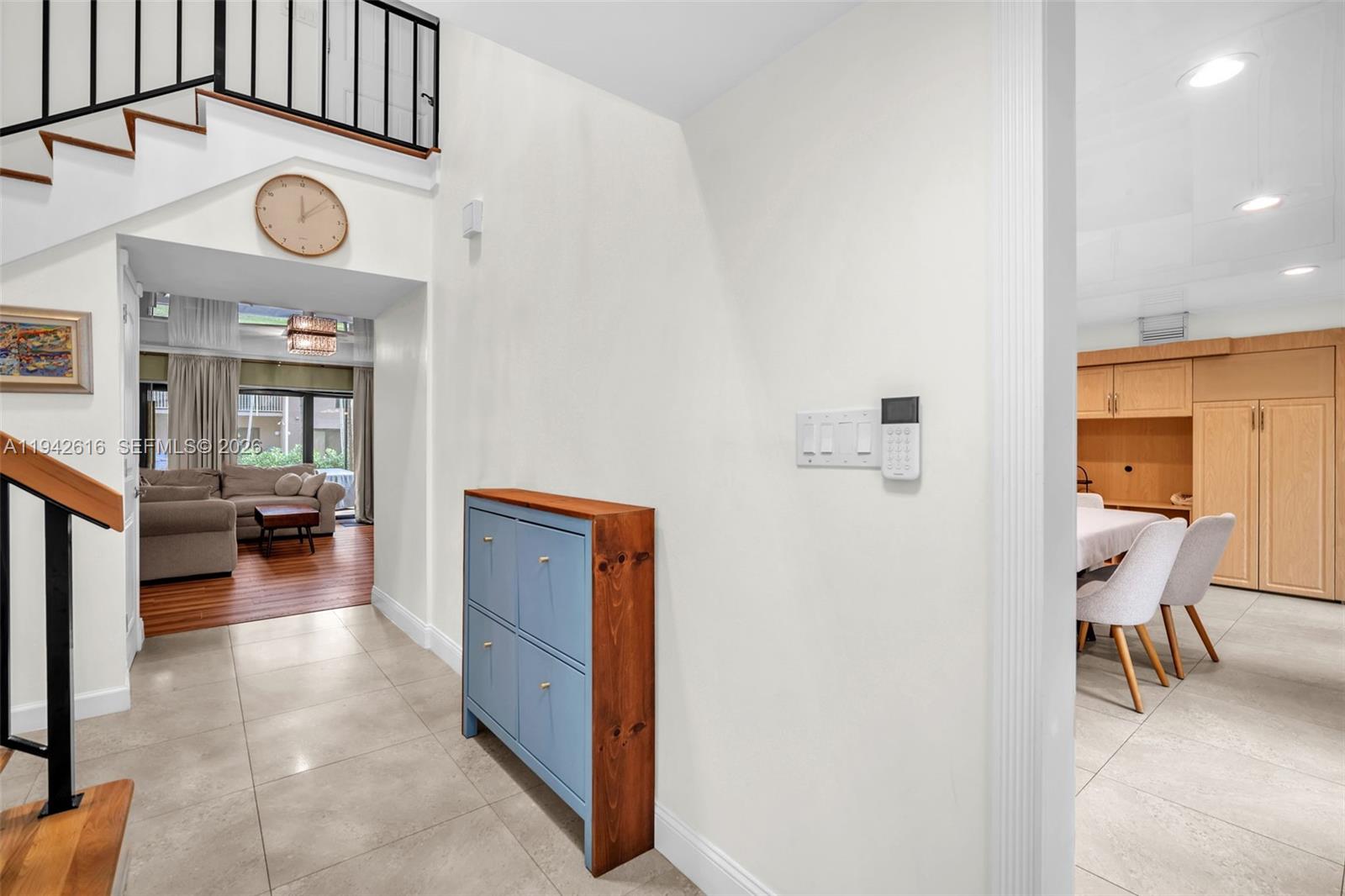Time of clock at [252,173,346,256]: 12:07
